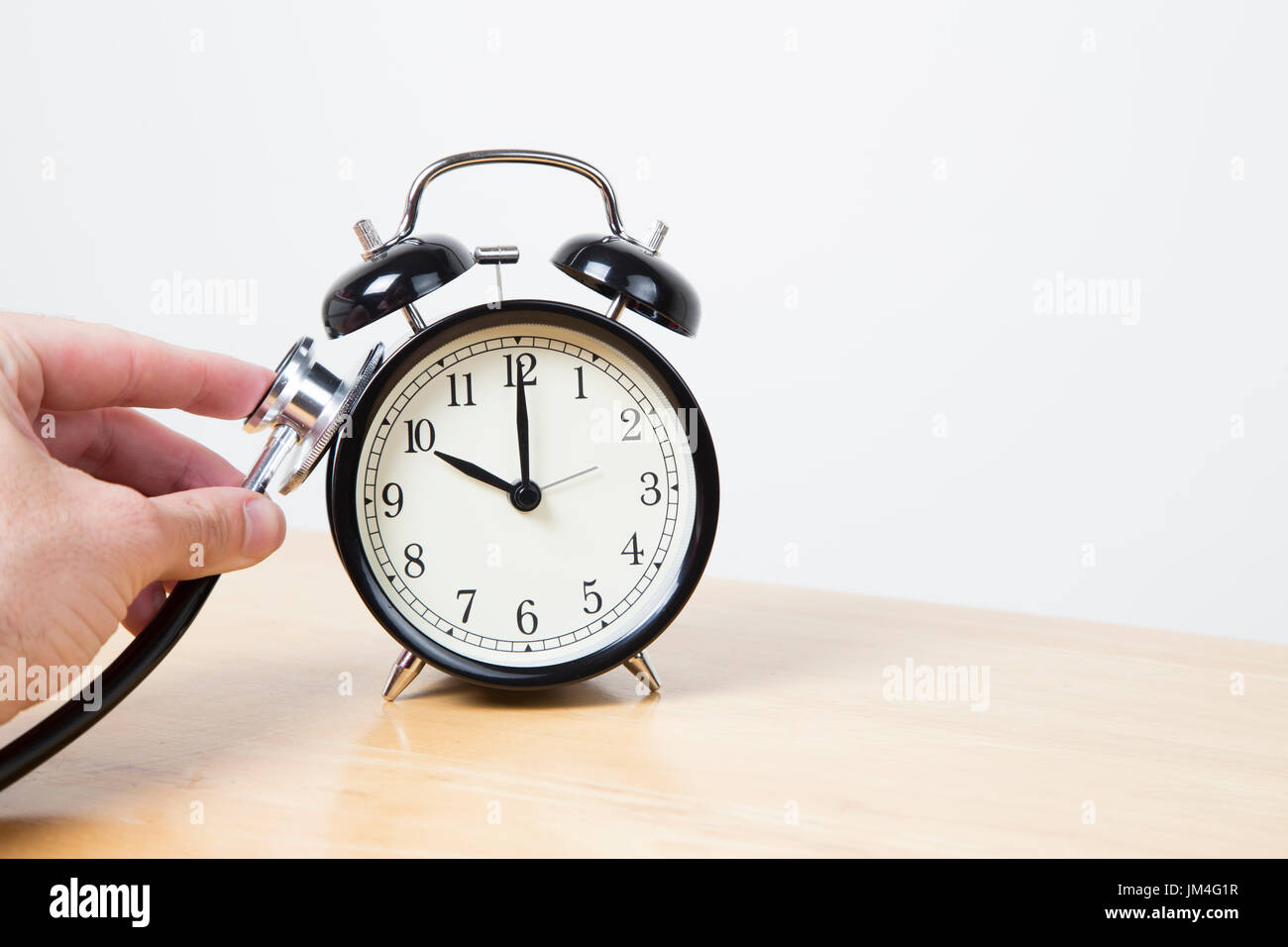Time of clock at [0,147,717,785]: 10:00
